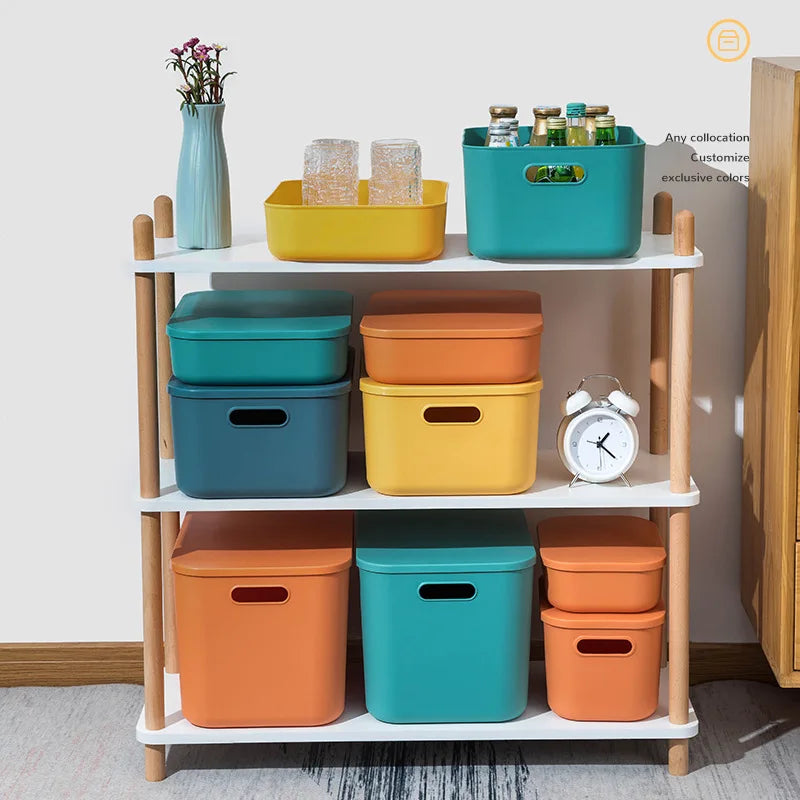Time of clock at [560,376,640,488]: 1:21
